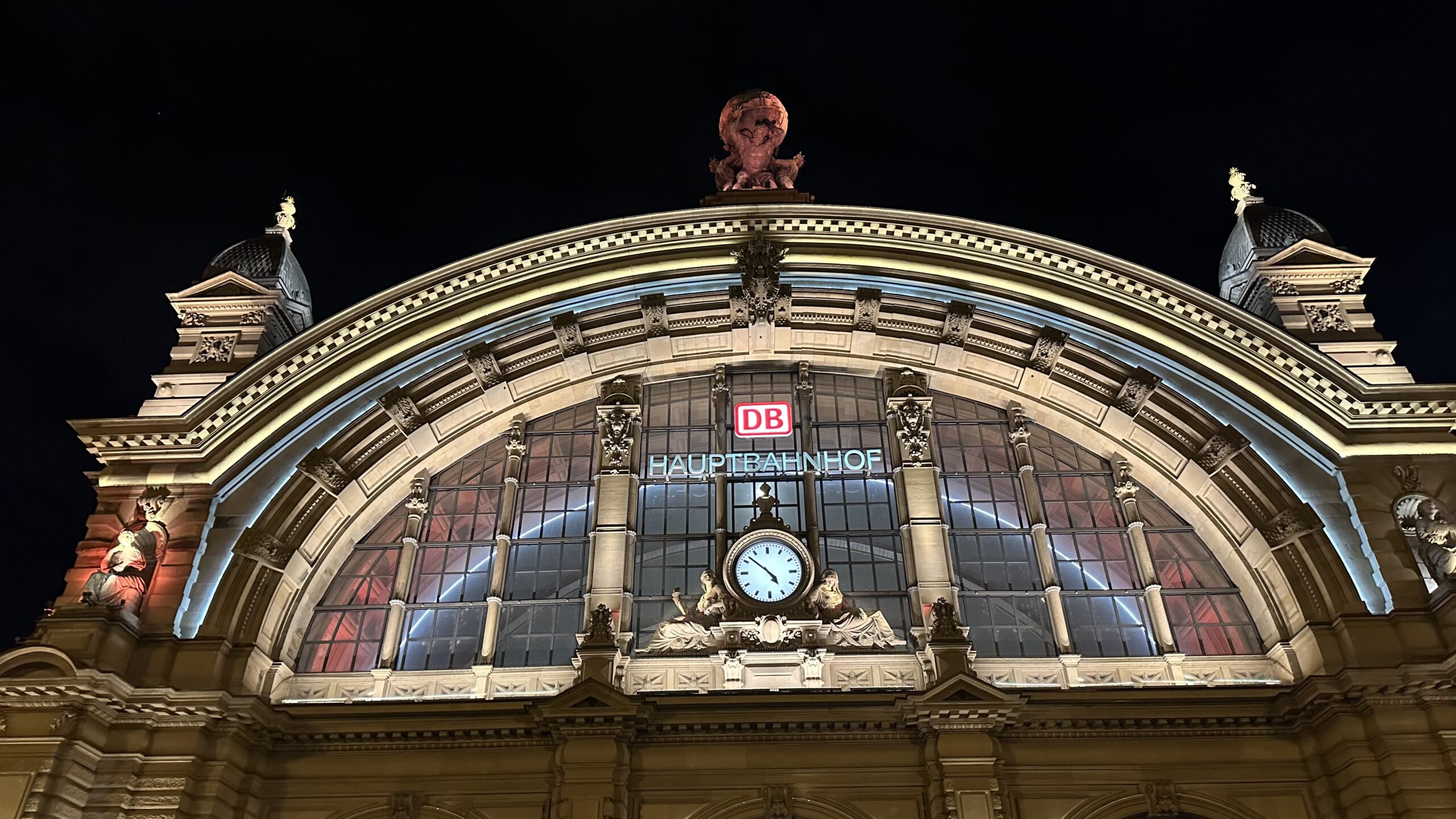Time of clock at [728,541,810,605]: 4:52
